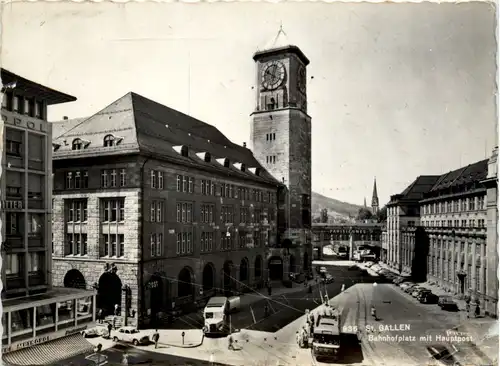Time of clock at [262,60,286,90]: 10:02
